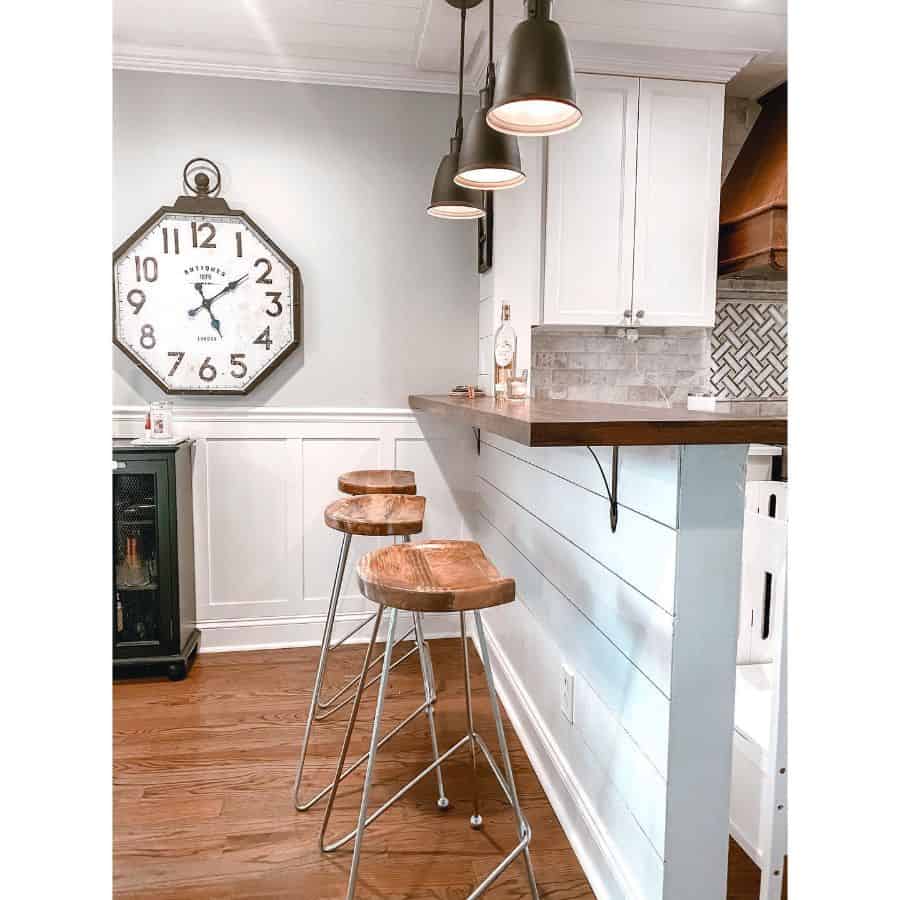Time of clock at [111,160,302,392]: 5:09
